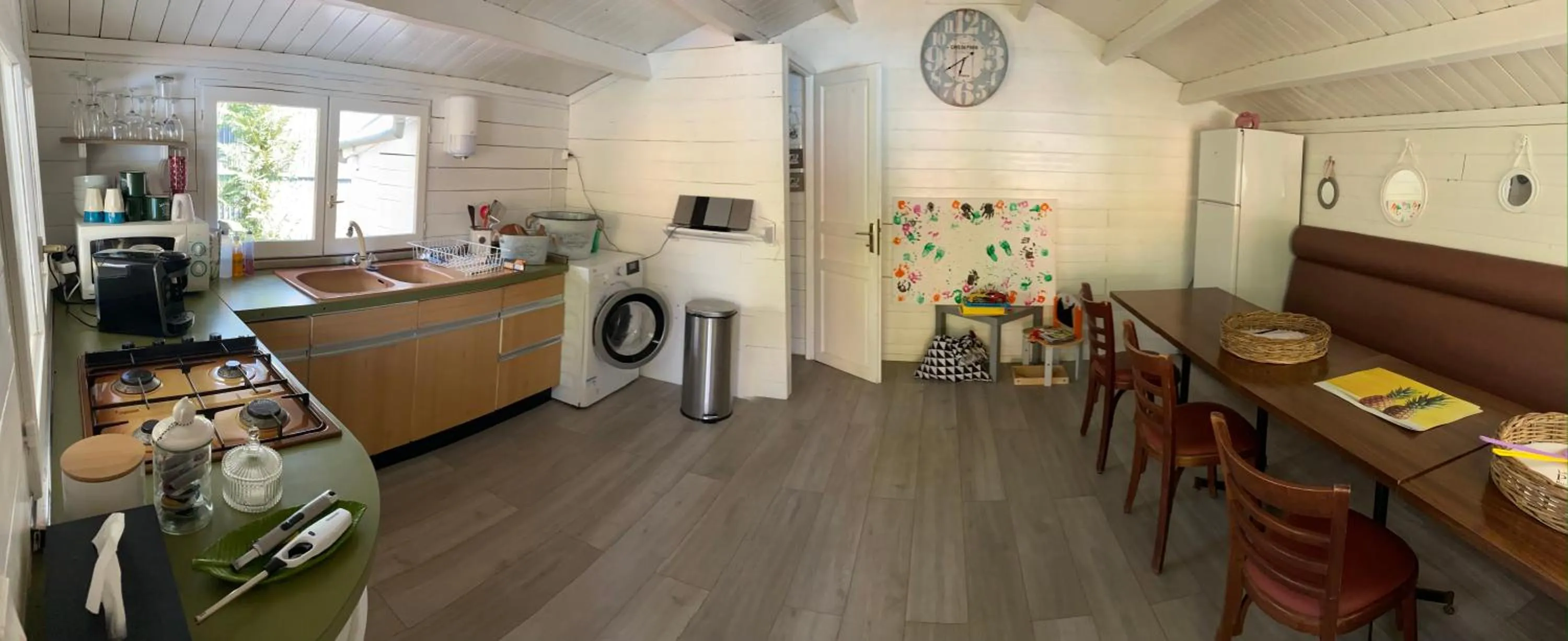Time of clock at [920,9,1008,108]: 6:40
